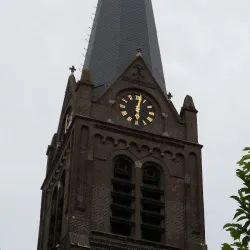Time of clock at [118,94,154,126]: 6:01
